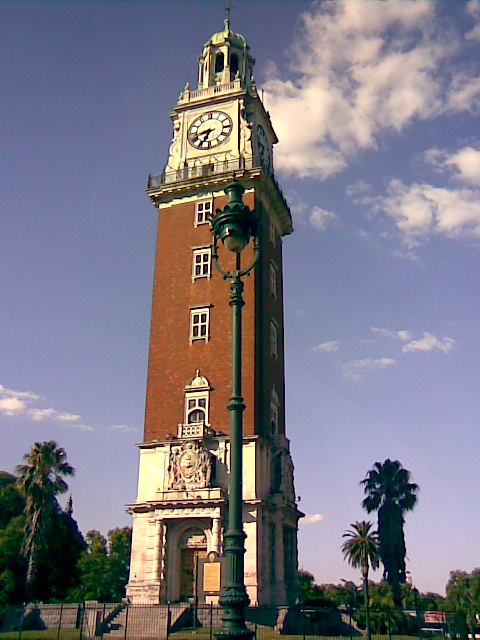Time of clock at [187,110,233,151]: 8:34
